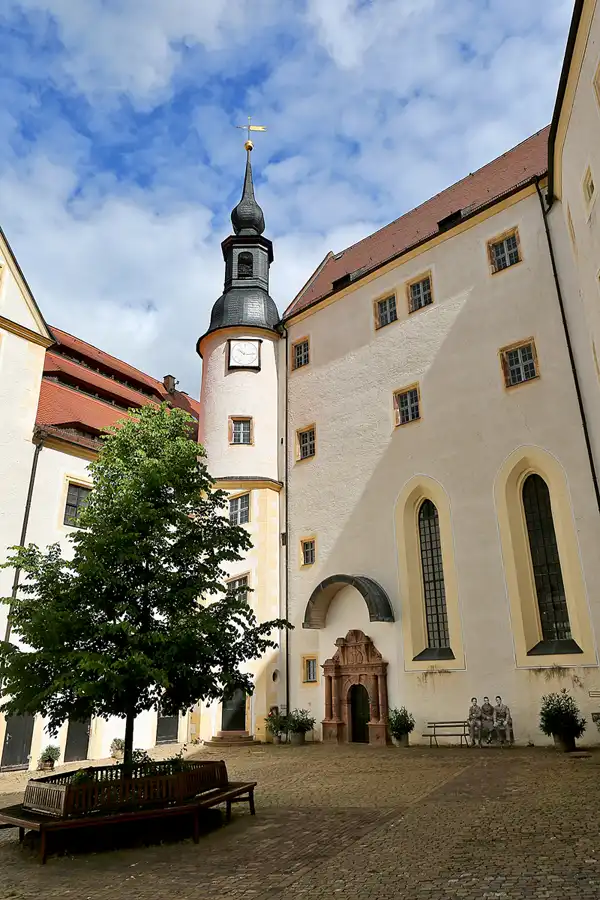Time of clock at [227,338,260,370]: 10:14
